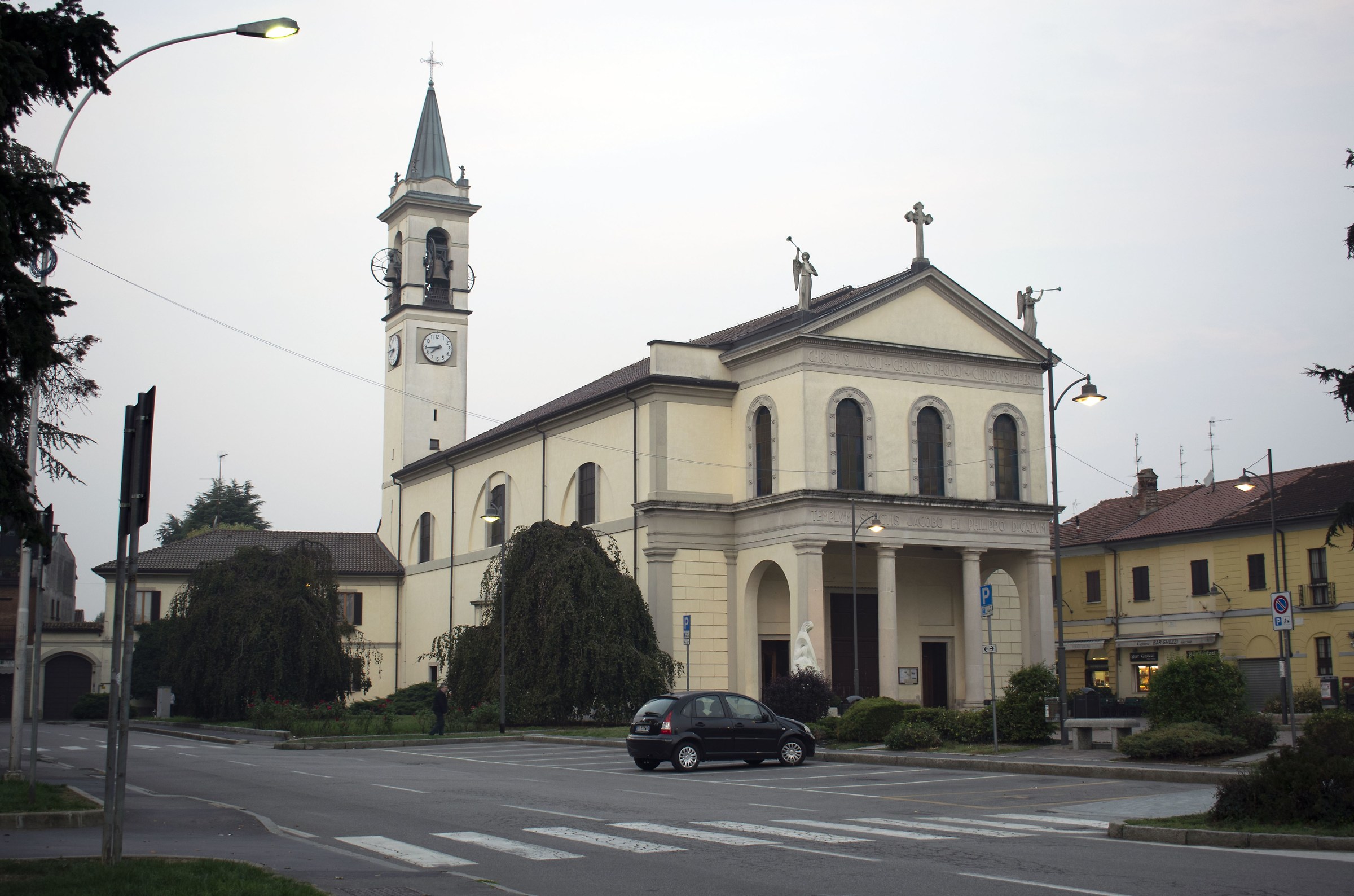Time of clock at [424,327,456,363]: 7:44
